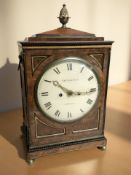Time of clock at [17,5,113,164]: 10:15
